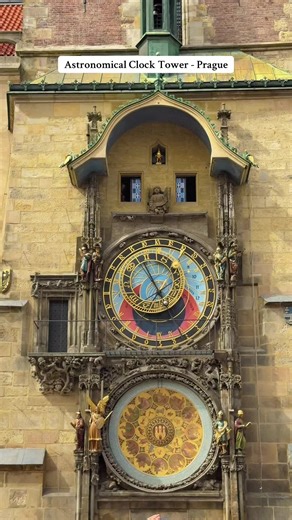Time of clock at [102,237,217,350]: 4:55
